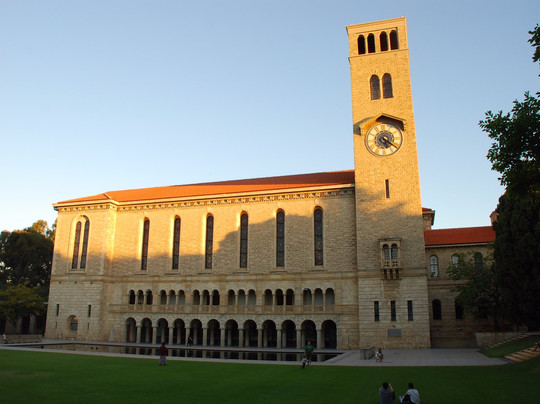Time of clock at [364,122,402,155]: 5:20
